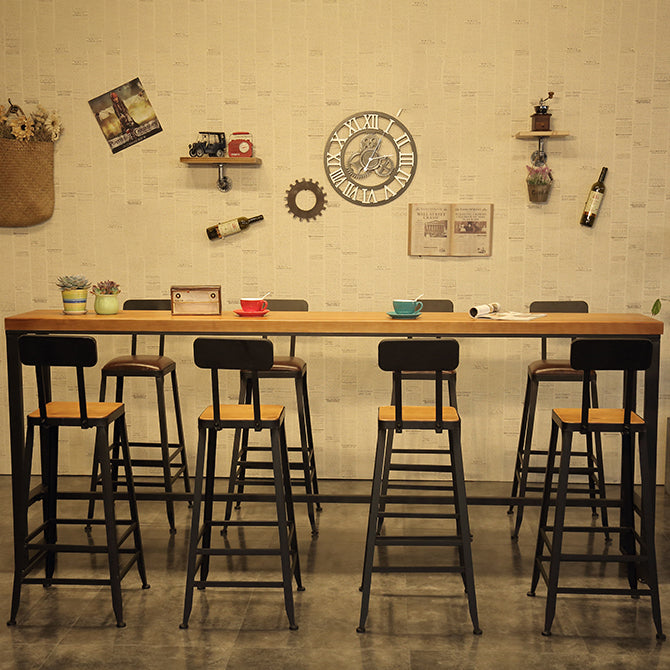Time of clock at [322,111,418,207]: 7:04
